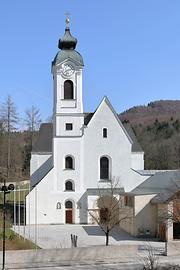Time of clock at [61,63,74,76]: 8:12
